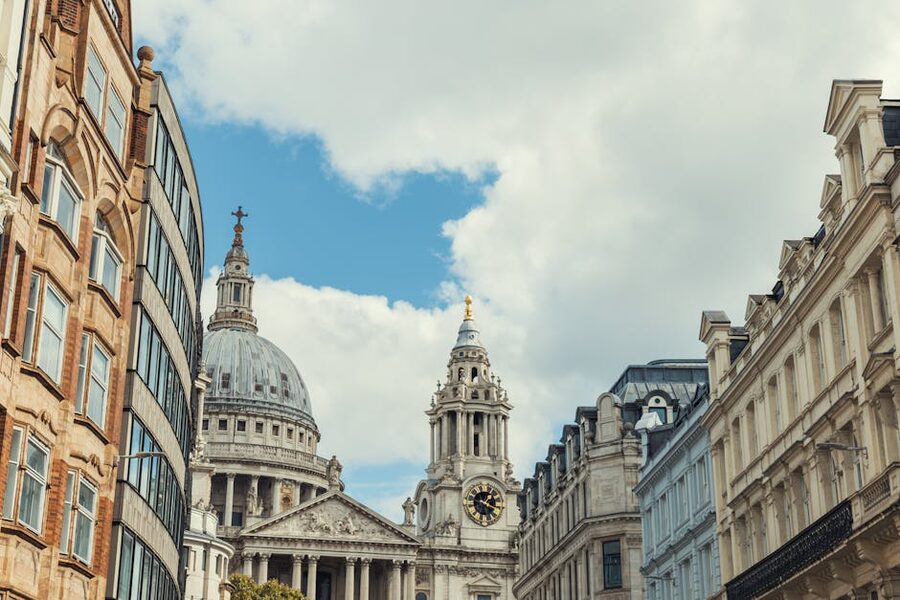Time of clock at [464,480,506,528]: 1:18
